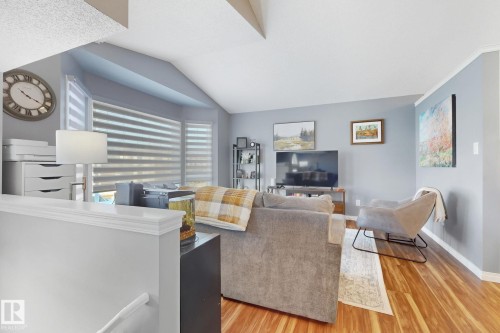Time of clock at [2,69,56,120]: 4:20
